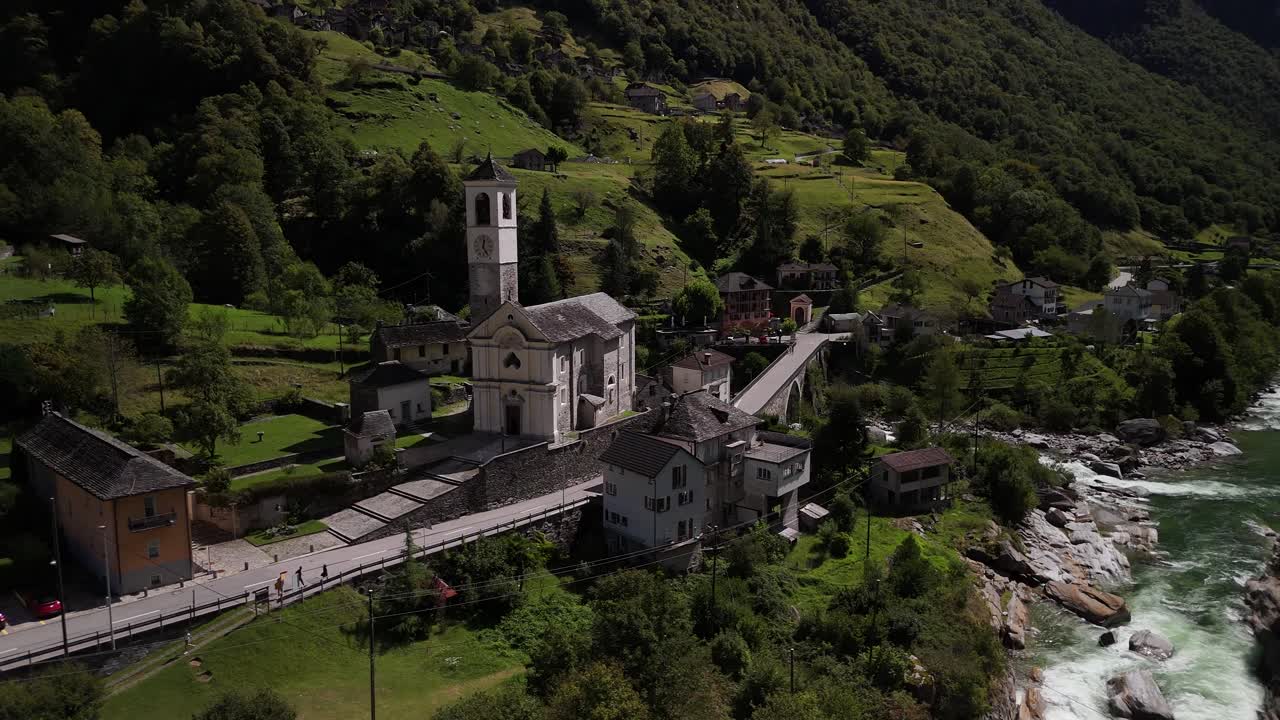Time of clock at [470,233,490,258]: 12:24
